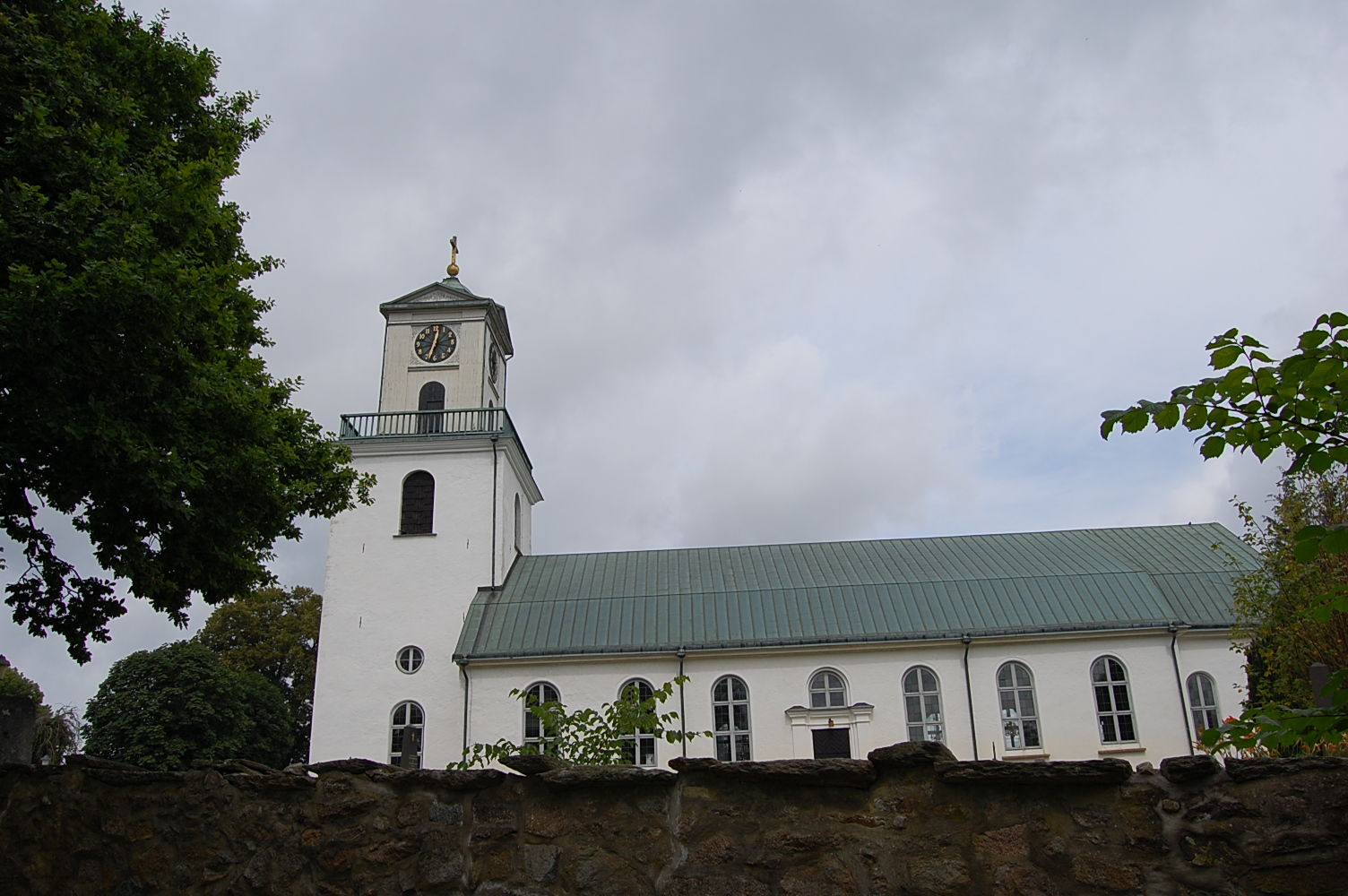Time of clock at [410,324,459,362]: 12:33
